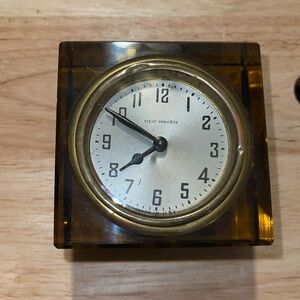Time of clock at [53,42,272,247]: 7:49
